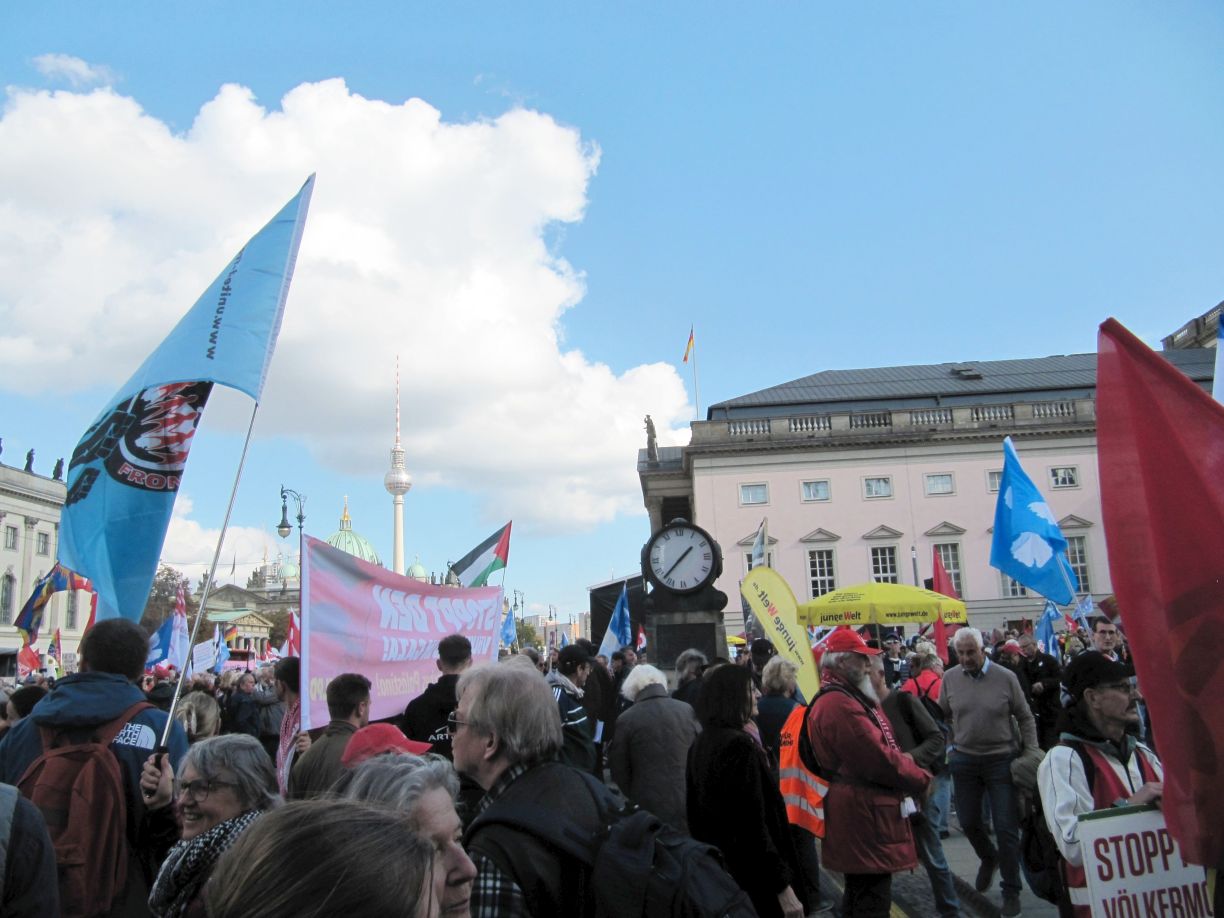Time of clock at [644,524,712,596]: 1:37
